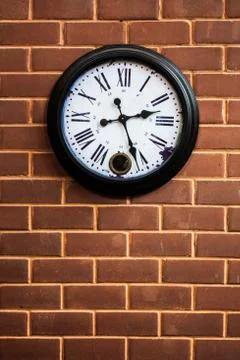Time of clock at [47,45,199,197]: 2:26
